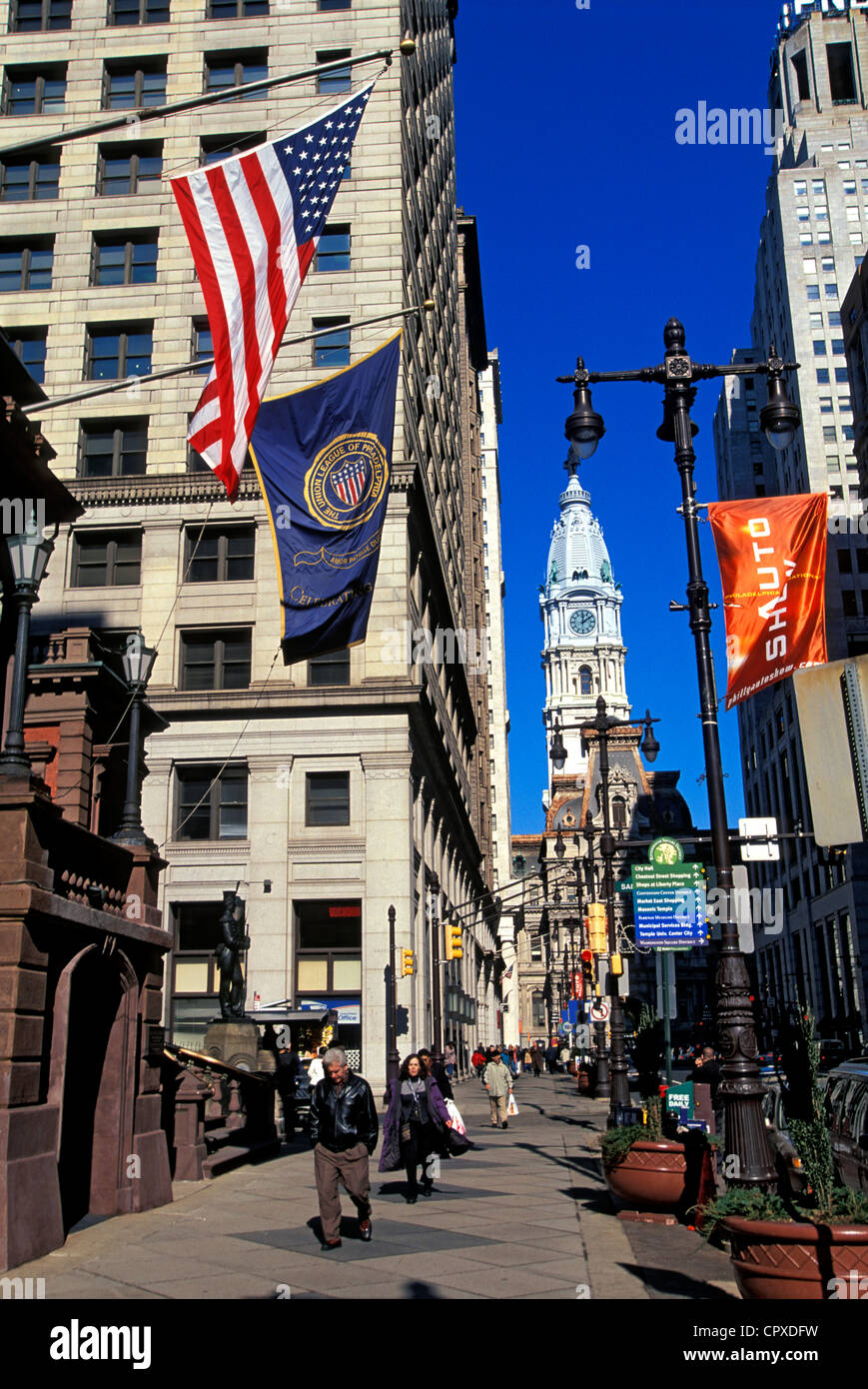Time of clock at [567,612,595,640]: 12:09
